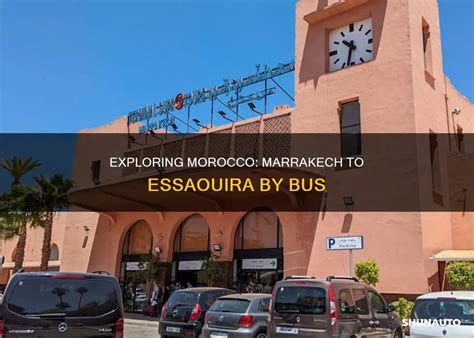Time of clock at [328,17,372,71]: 10:32
